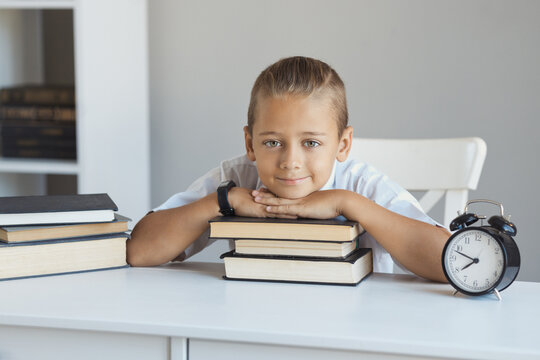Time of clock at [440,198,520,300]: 7:48
